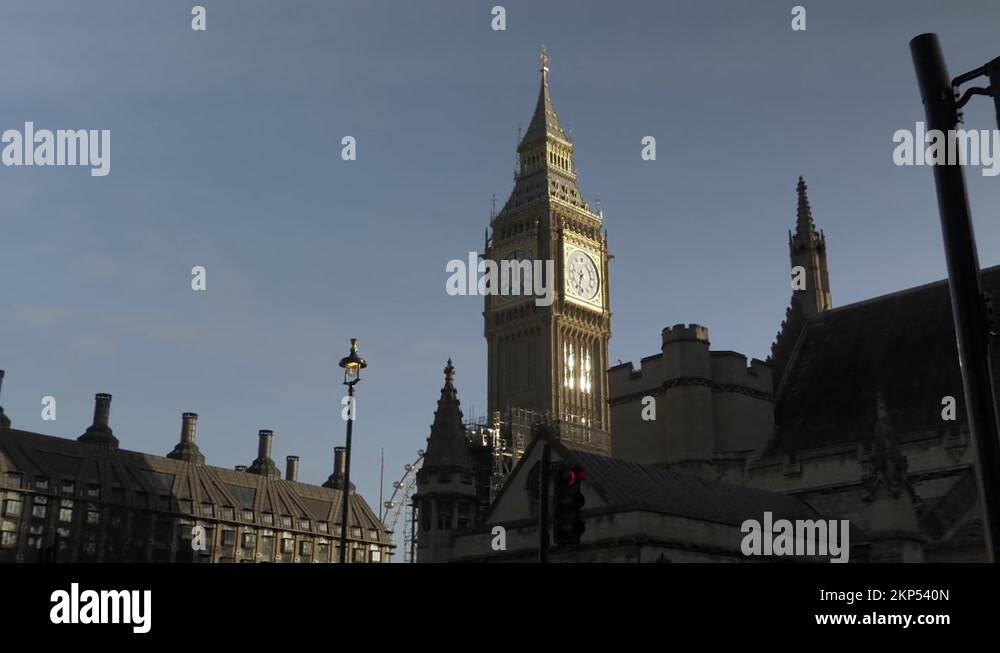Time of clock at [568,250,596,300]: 6:32
